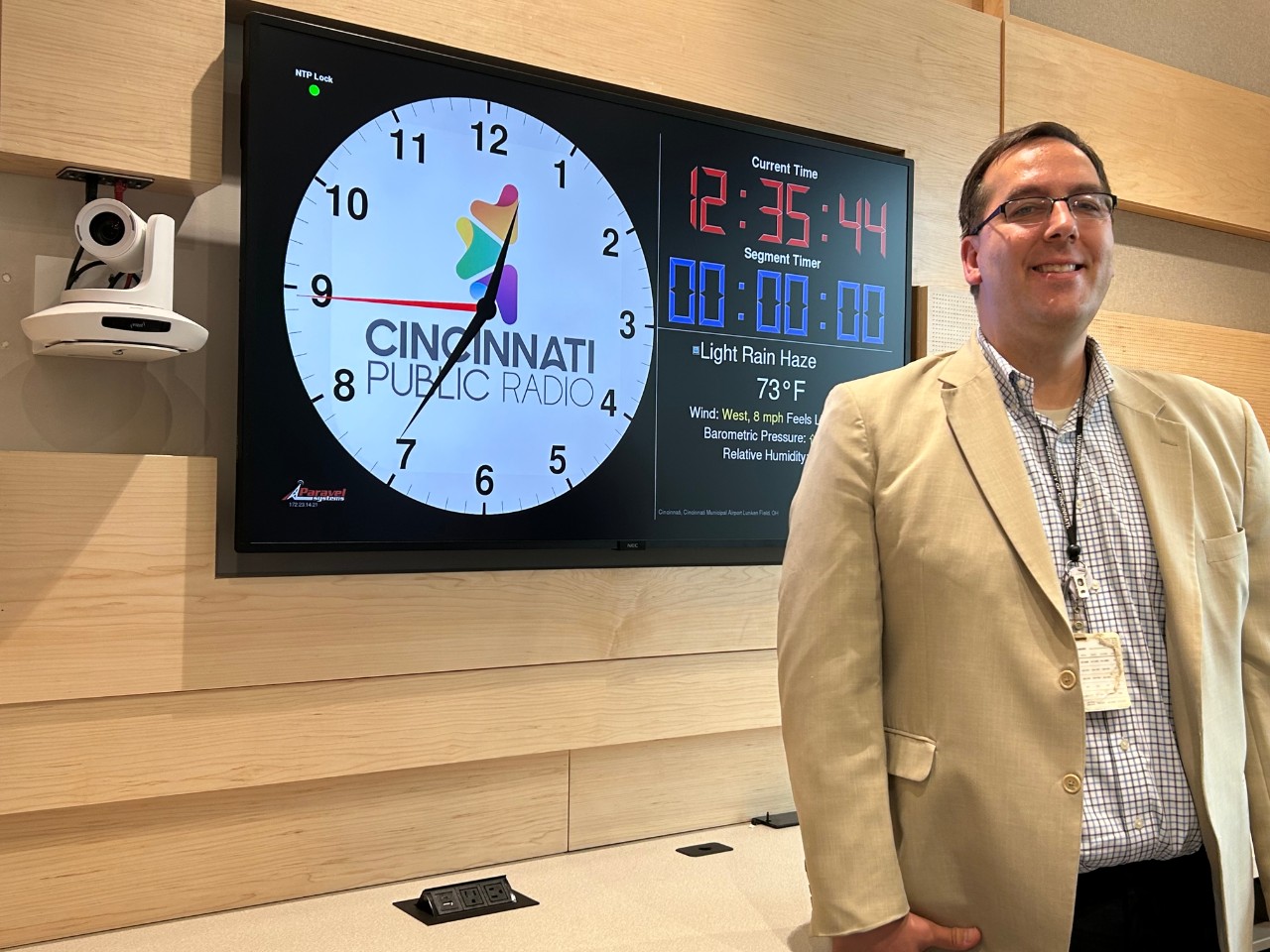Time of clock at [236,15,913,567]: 12:35
